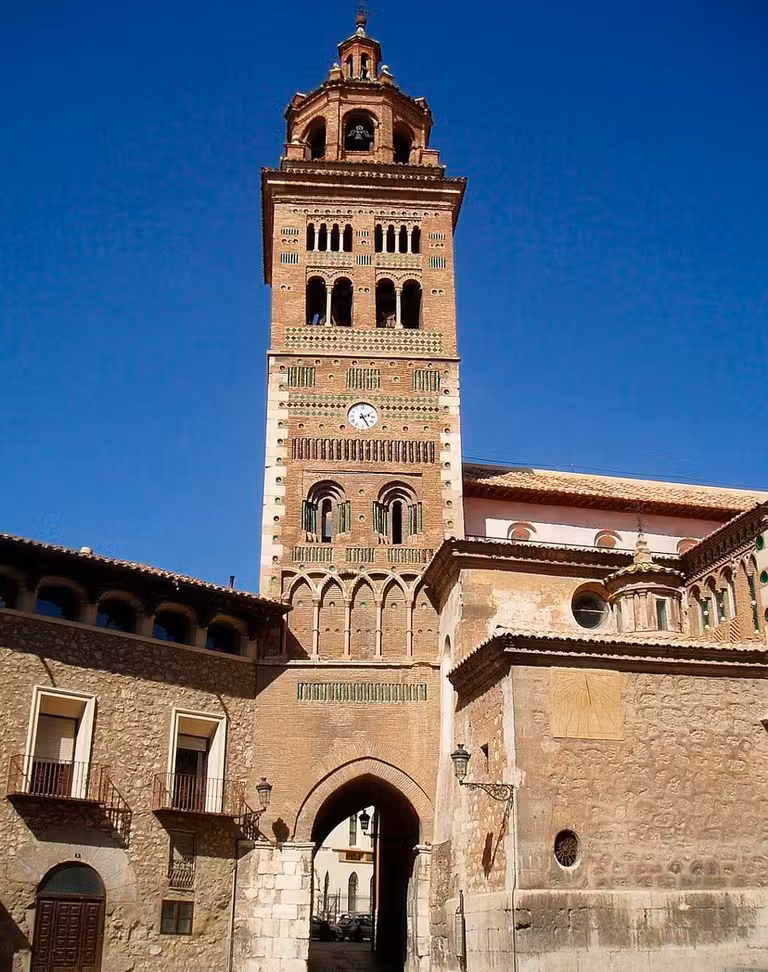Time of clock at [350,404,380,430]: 2:24
